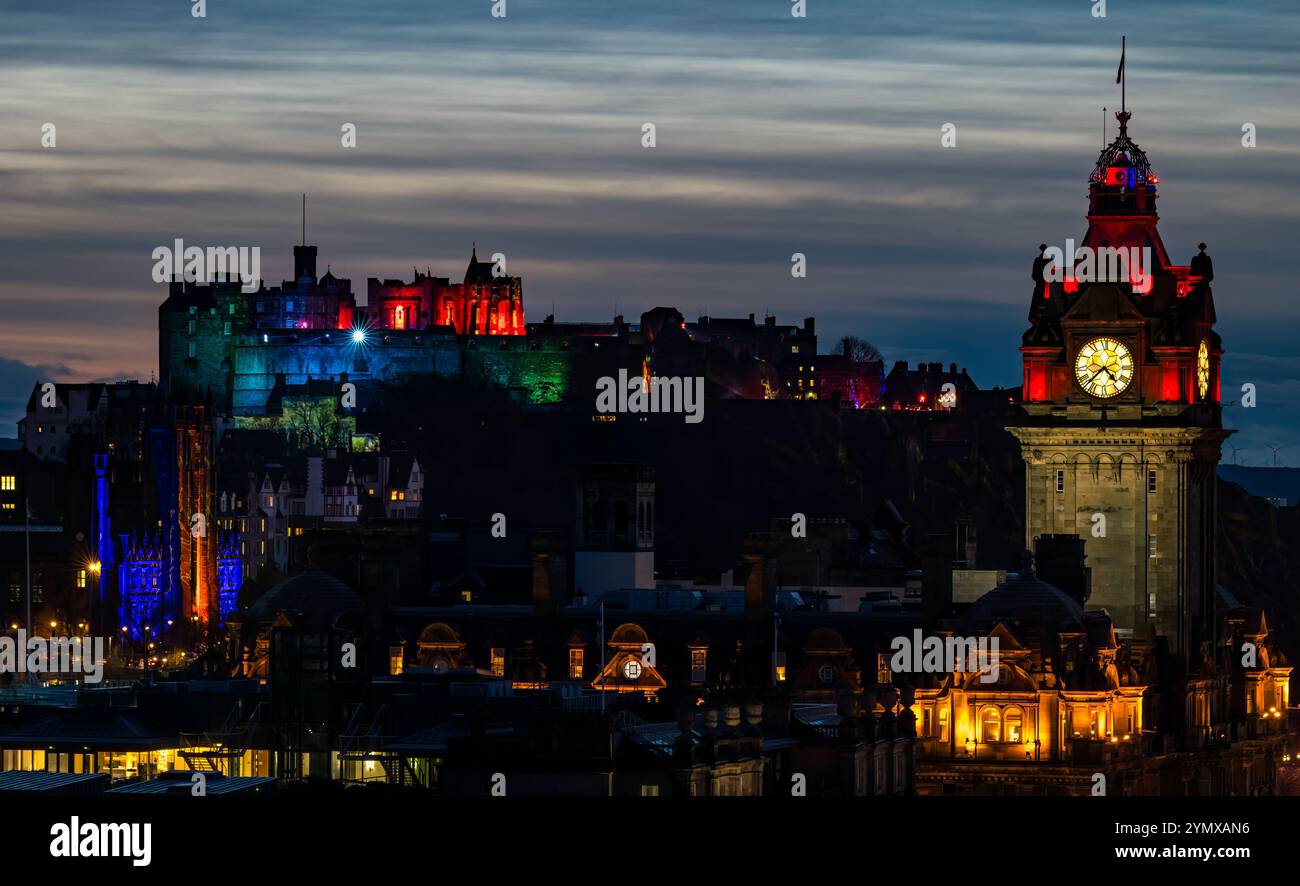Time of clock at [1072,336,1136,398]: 4:37
